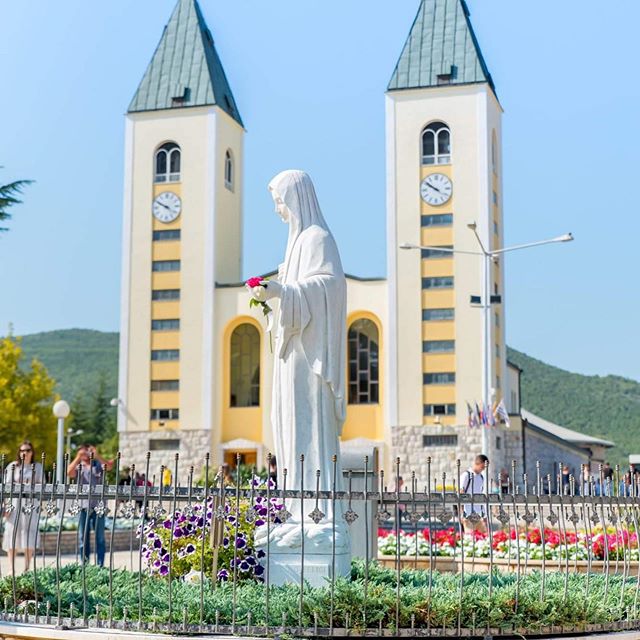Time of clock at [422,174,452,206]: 9:50
